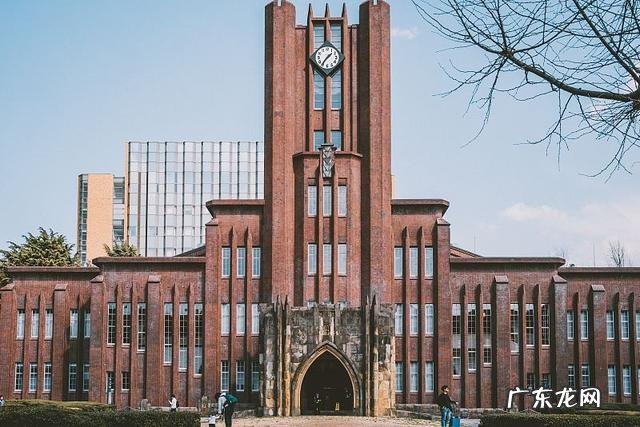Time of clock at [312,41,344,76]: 1:36
